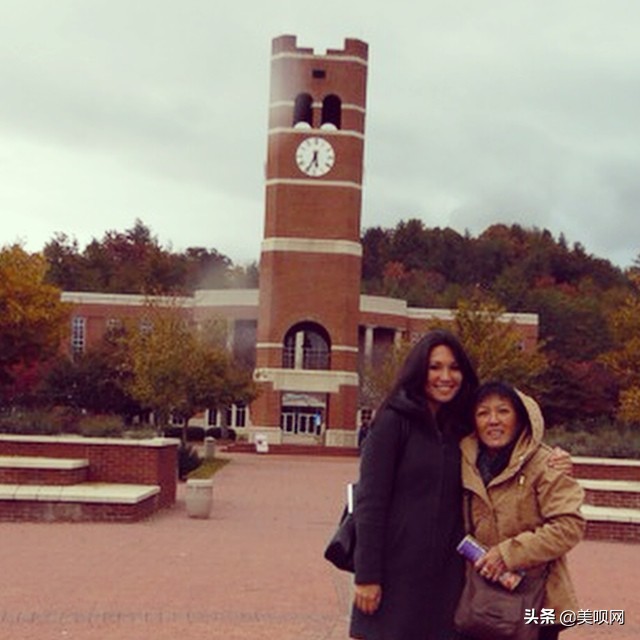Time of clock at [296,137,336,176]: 5:34
